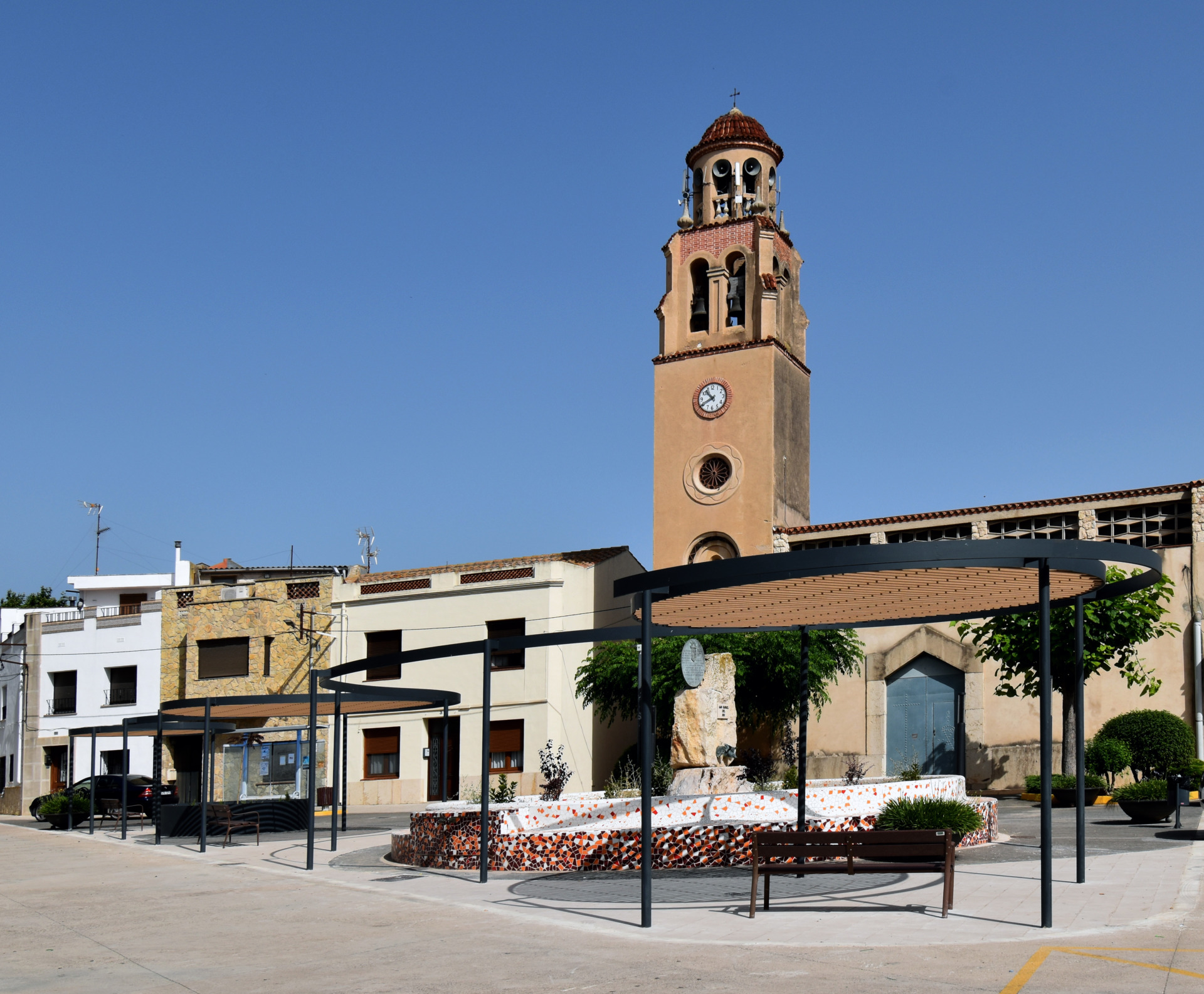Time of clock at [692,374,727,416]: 10:40
